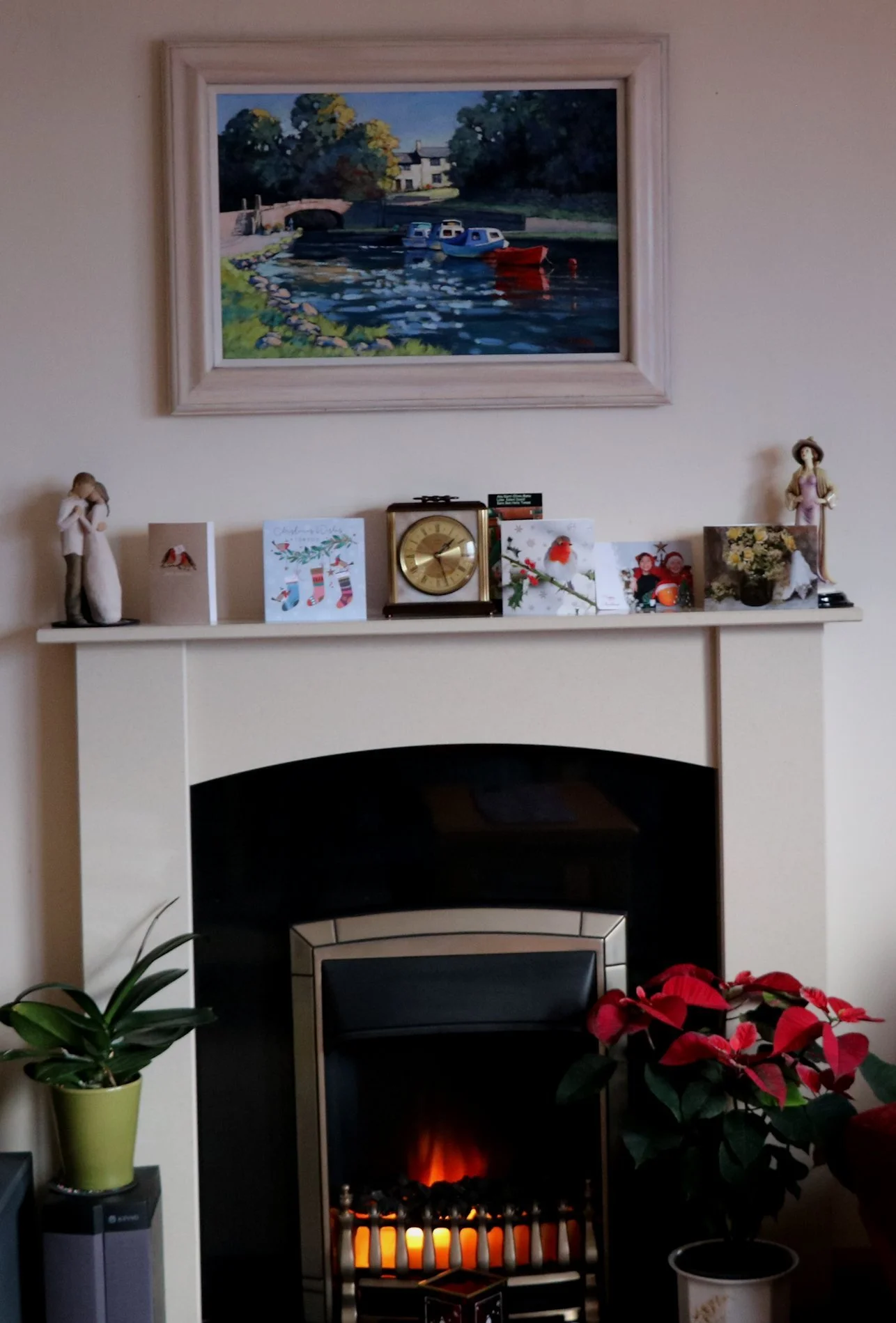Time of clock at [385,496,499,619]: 1:26
